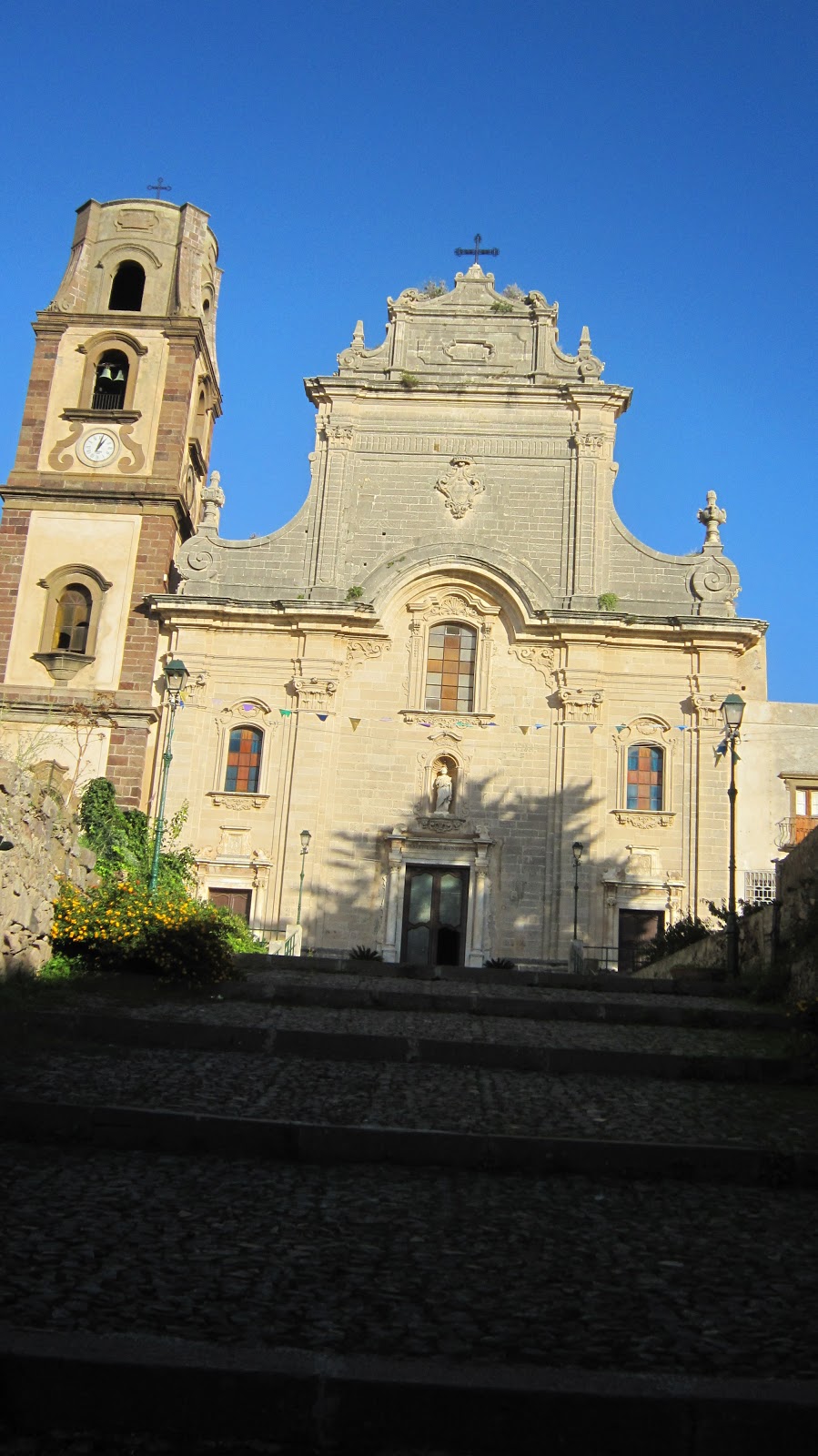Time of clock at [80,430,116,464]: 1:02
